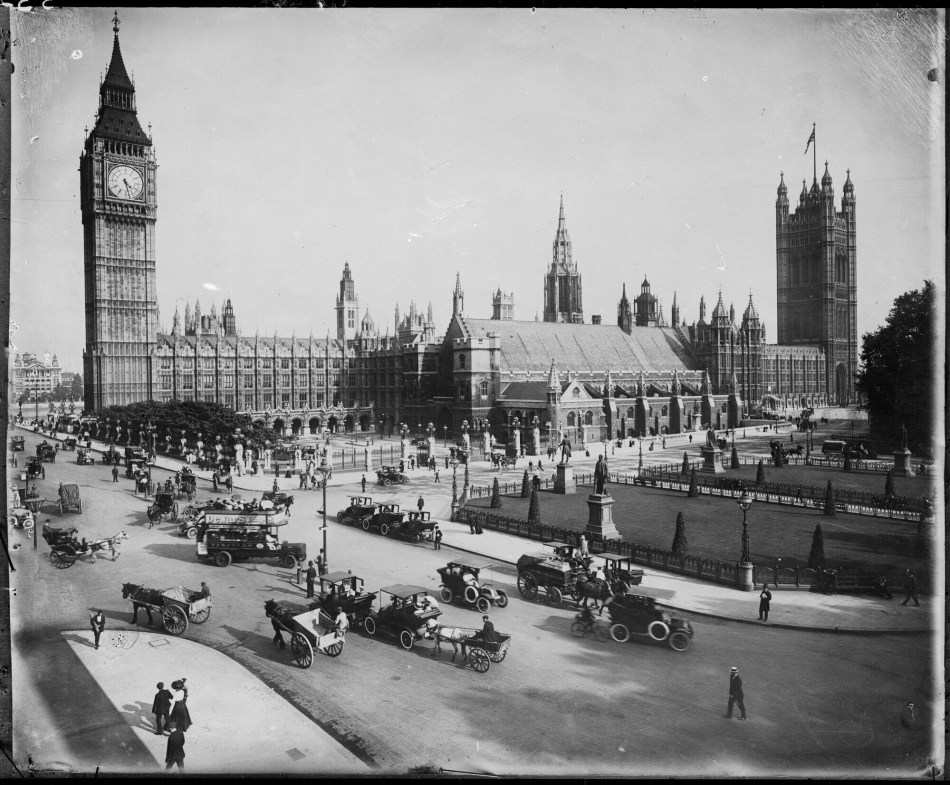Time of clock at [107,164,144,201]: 4:27
